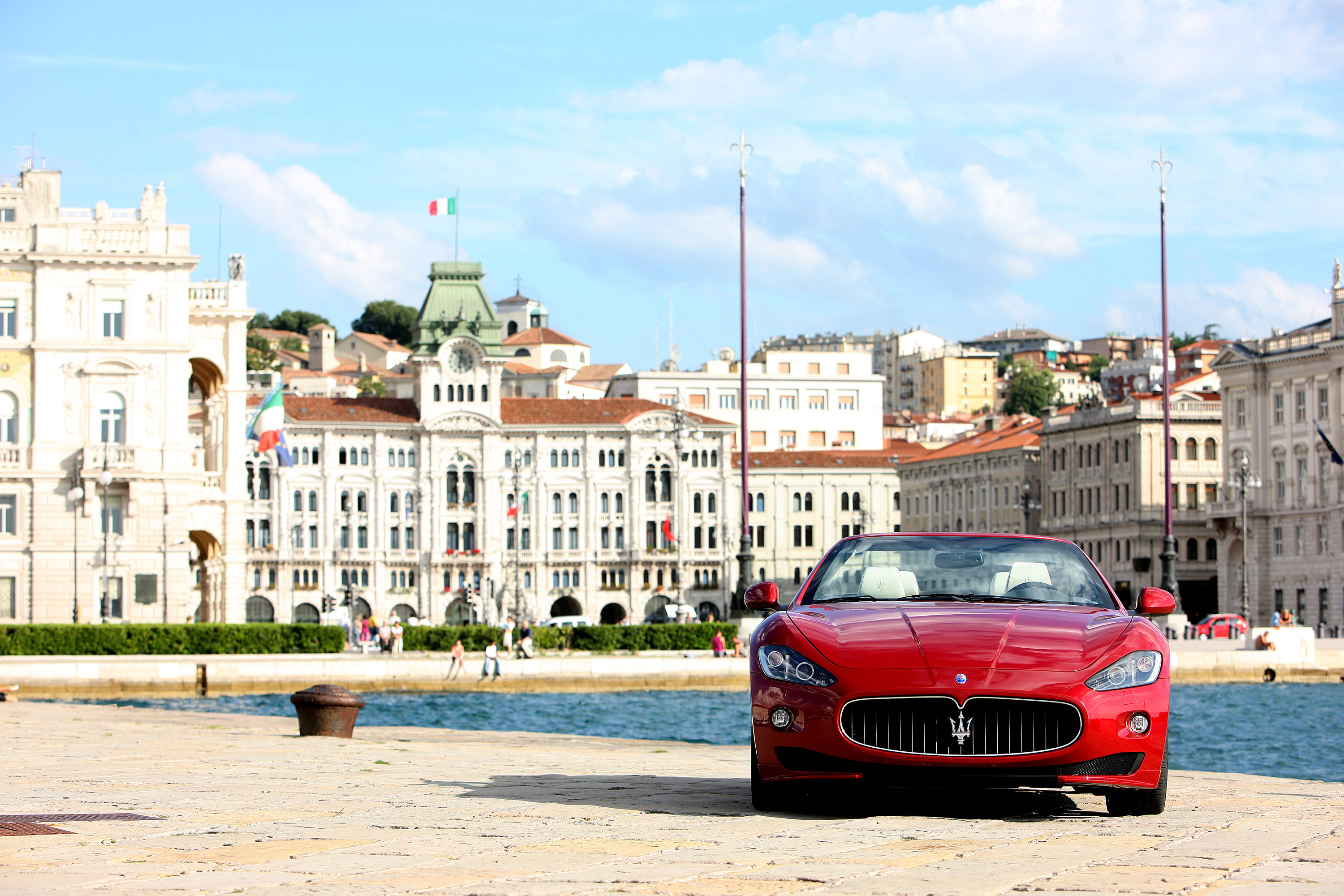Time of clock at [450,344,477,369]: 6:01
